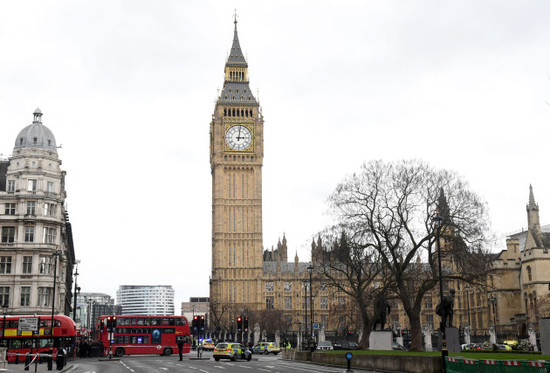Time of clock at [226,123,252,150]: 3:01
